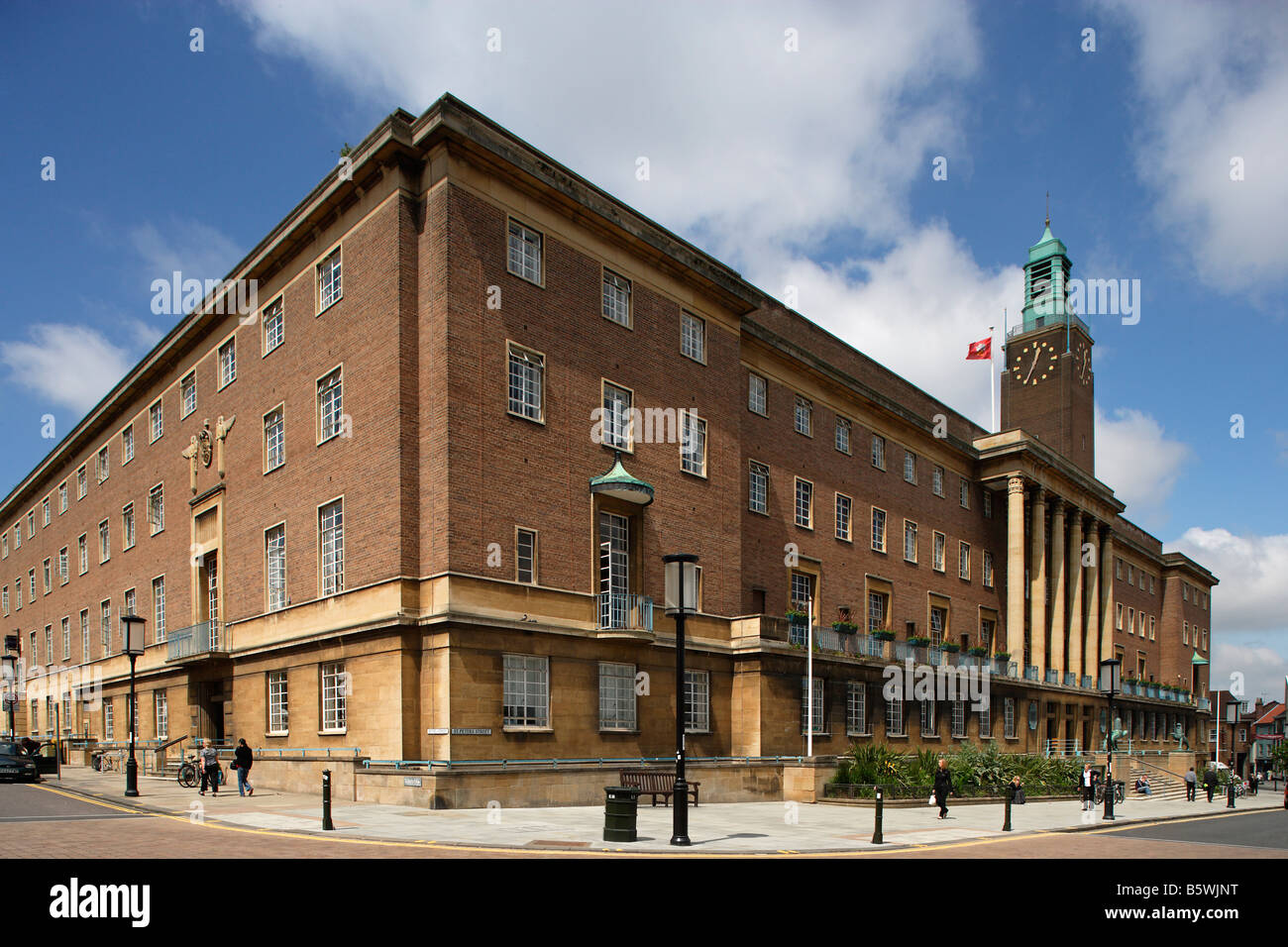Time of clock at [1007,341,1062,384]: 12:34
